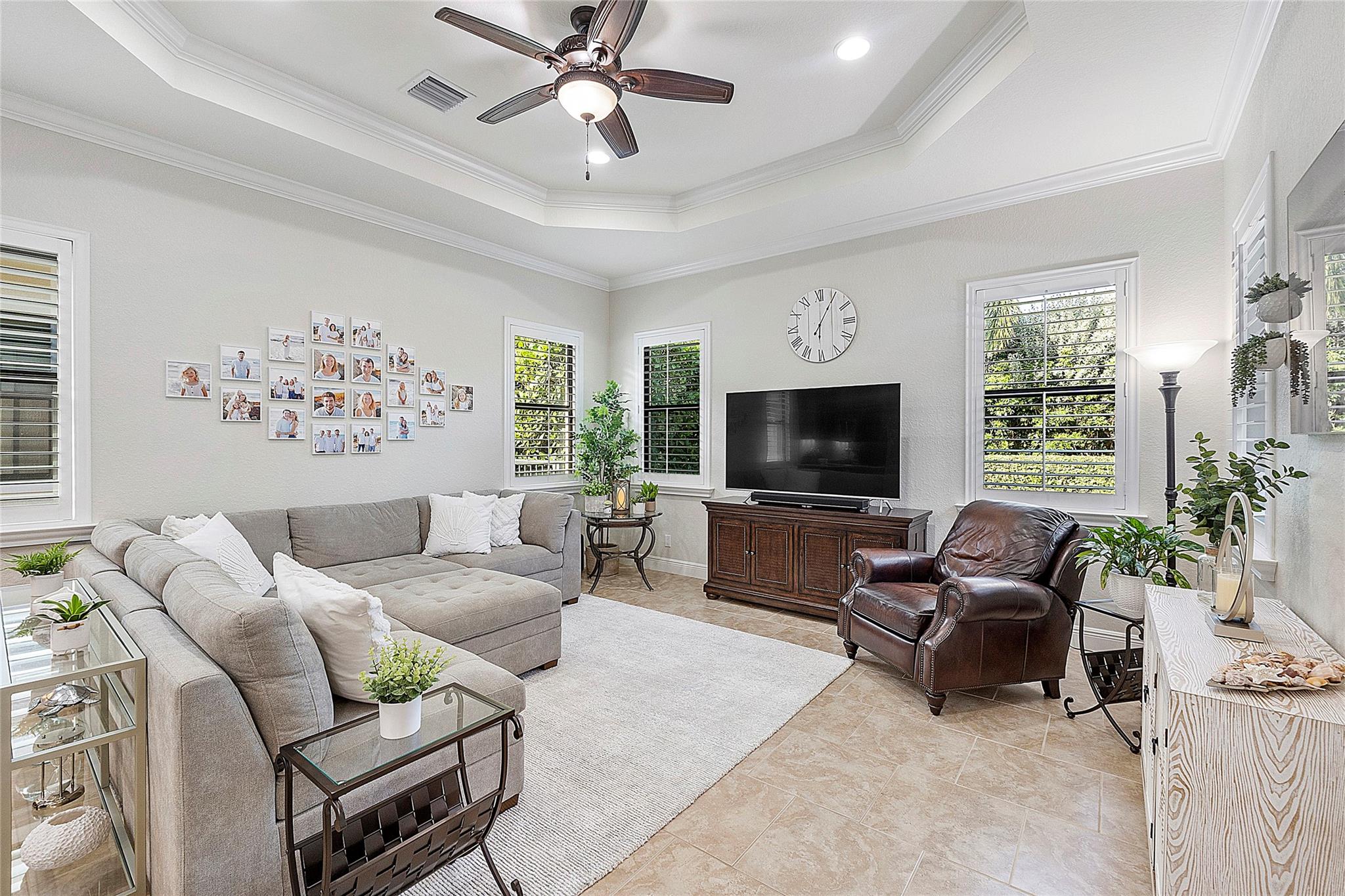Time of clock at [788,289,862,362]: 6:05
